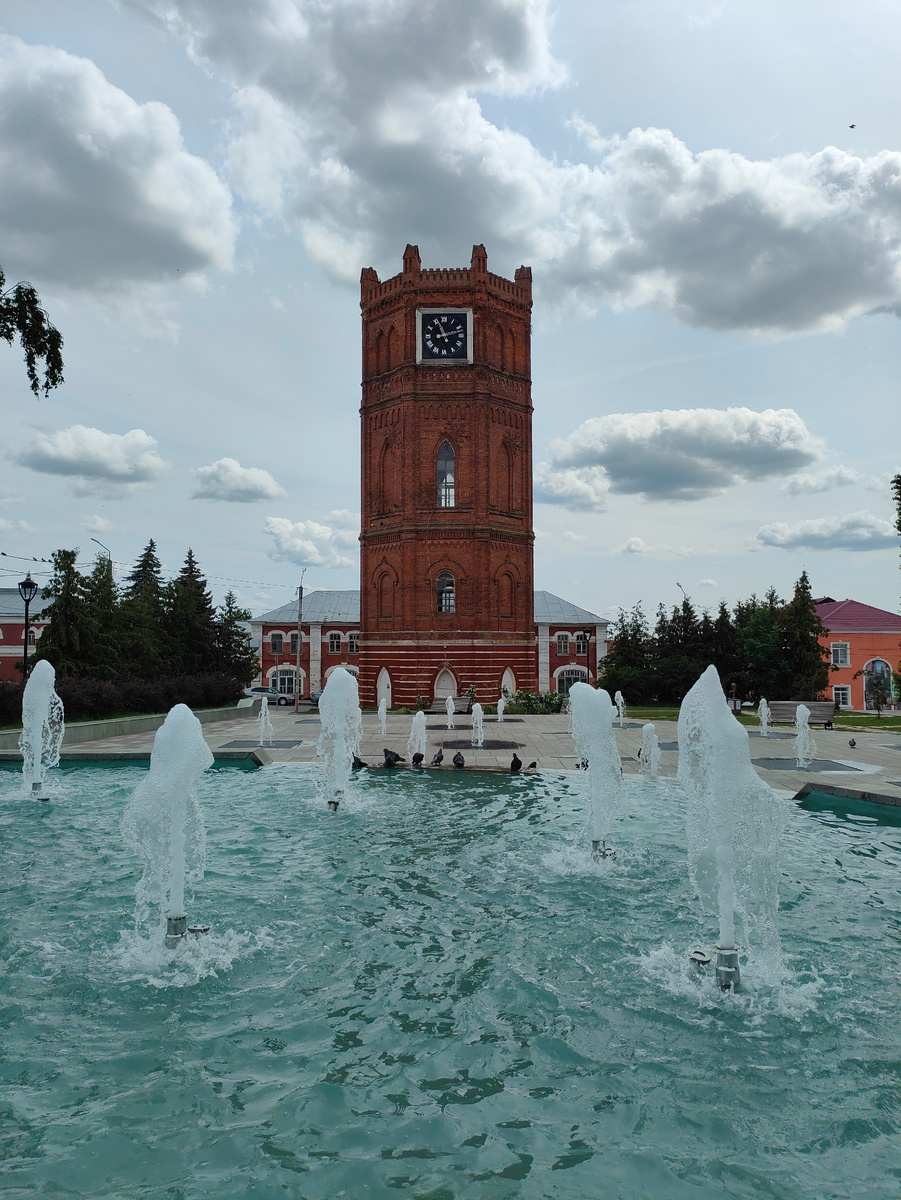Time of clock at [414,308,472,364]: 11:12
